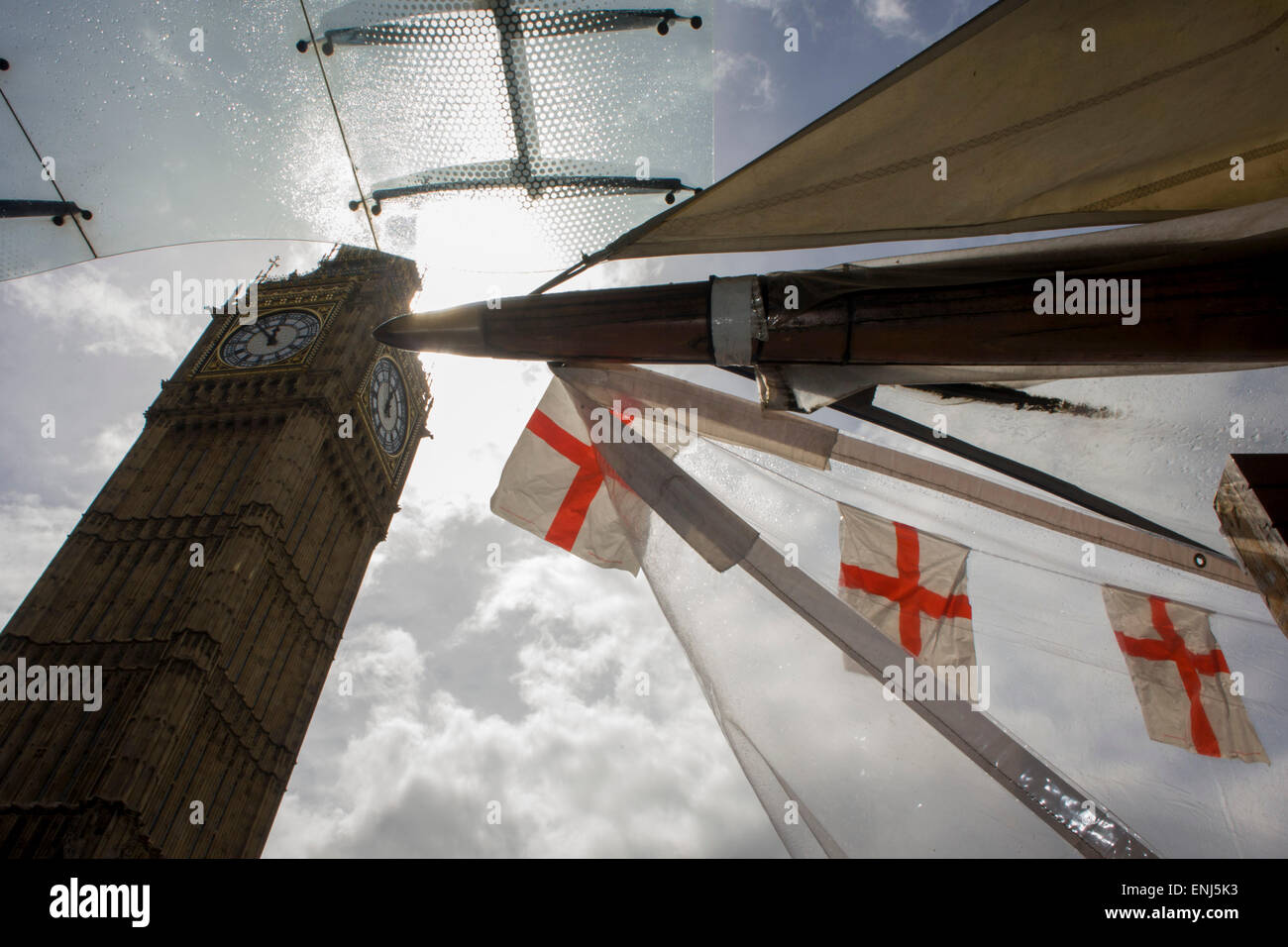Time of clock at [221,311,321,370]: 11:53
